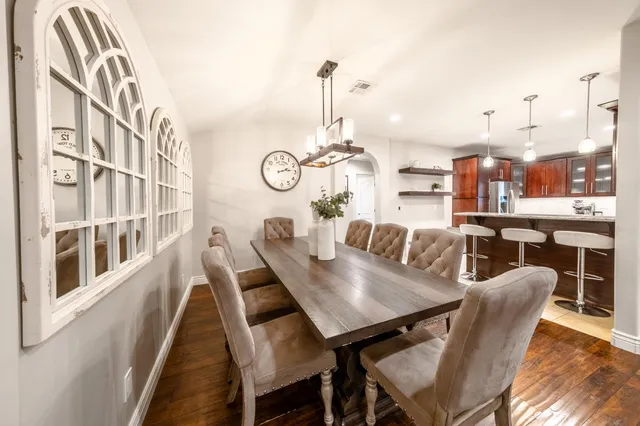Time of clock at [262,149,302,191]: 2:13
